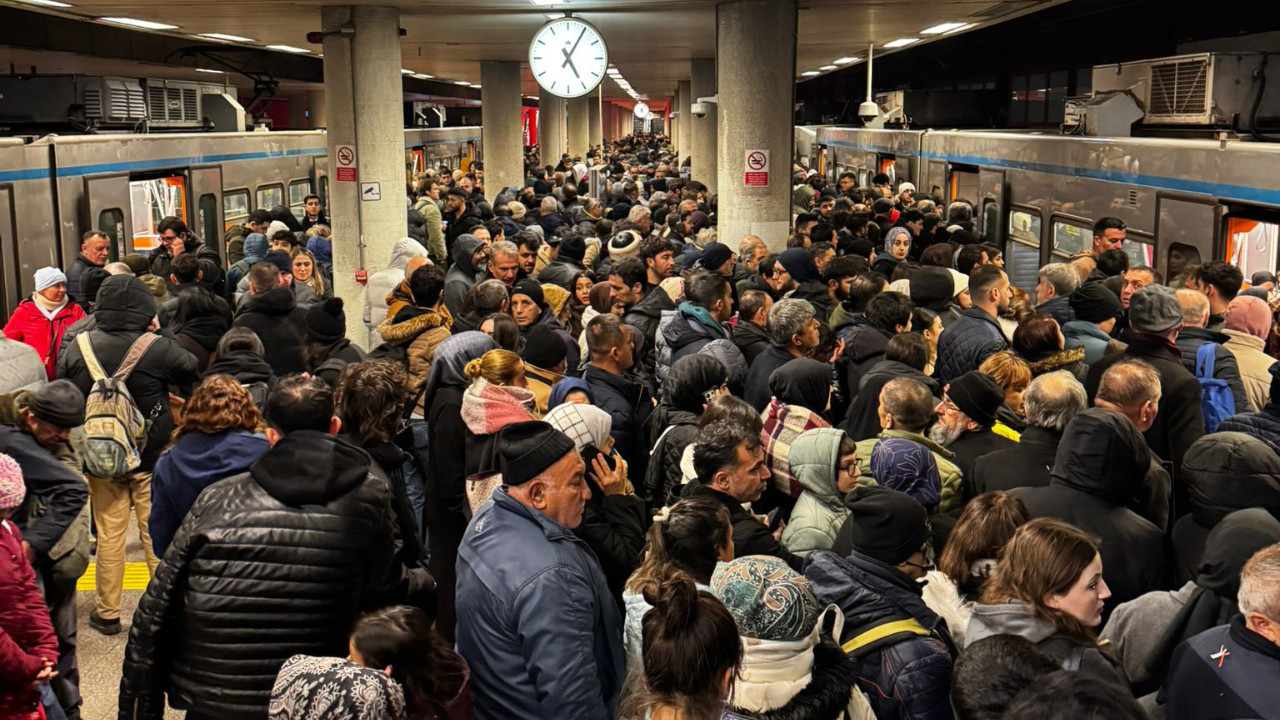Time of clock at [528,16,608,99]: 5:05
